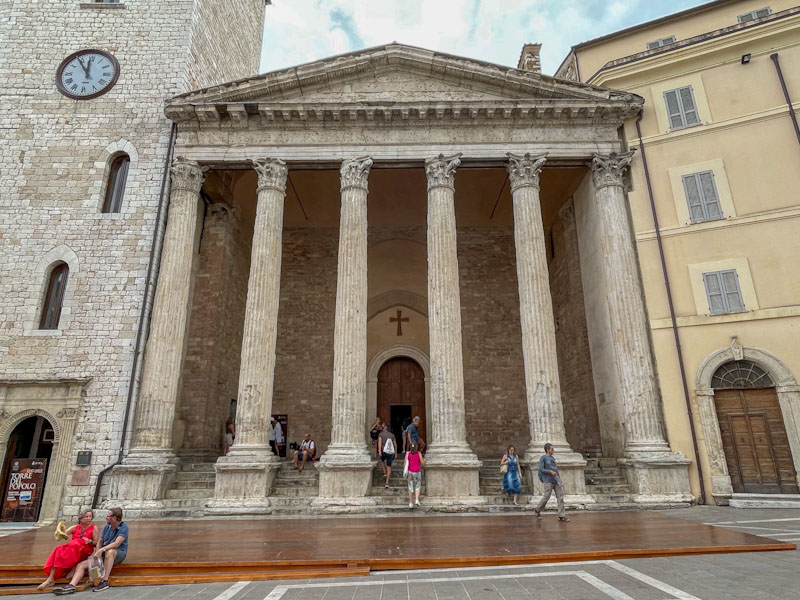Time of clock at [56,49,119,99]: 11:54
